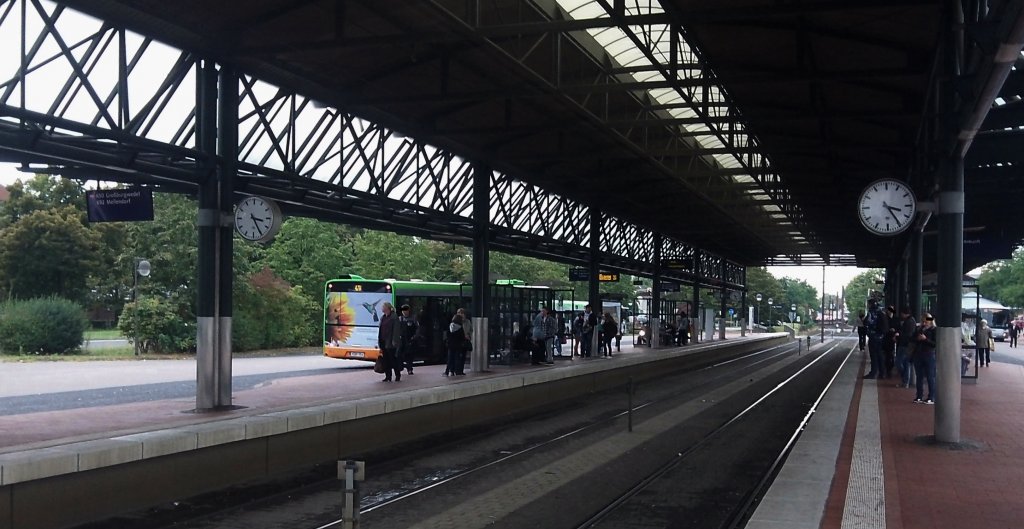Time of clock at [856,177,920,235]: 3:24
